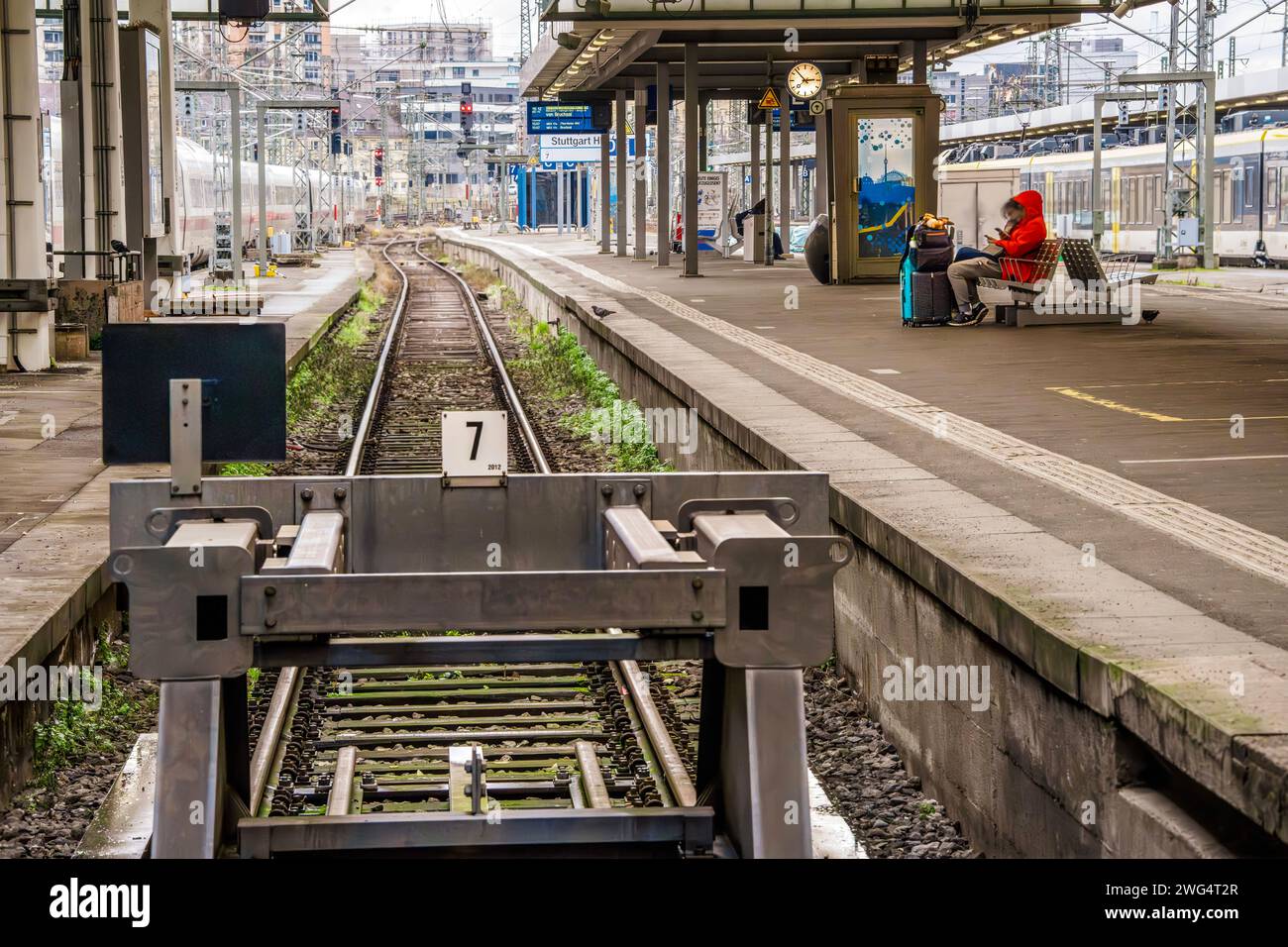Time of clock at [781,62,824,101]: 2:53
